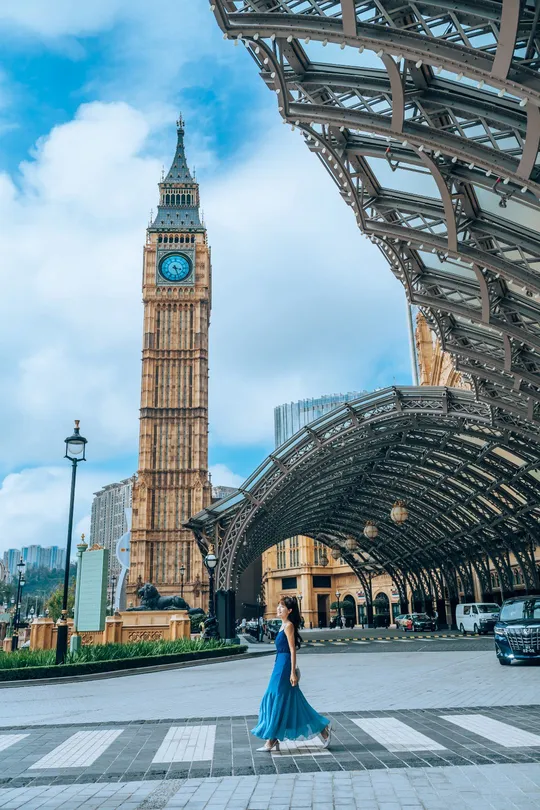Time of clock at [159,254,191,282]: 3:26
